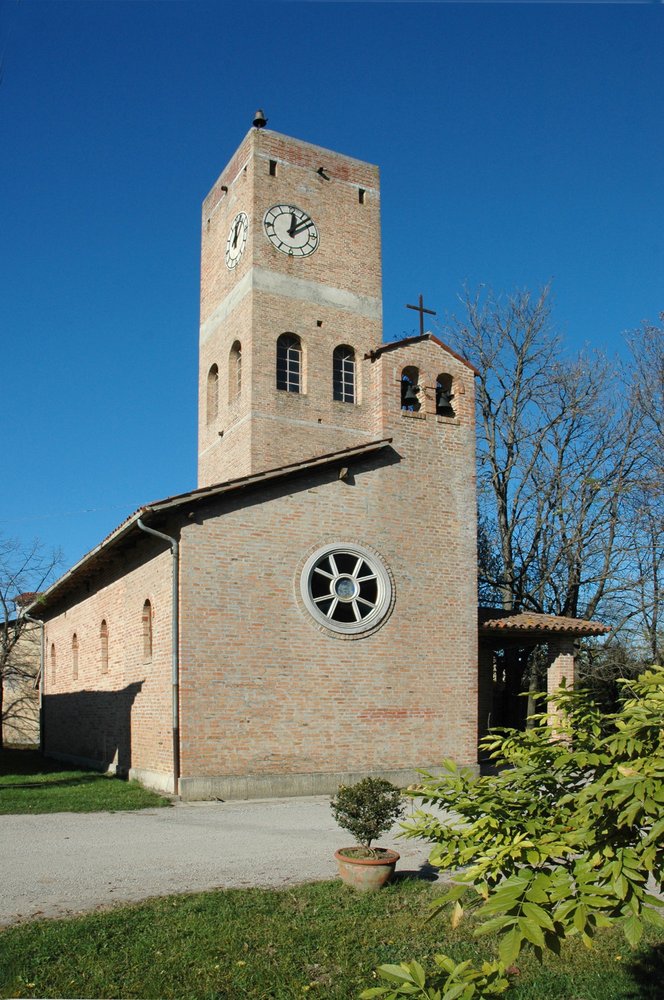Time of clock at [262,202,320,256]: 12:07
